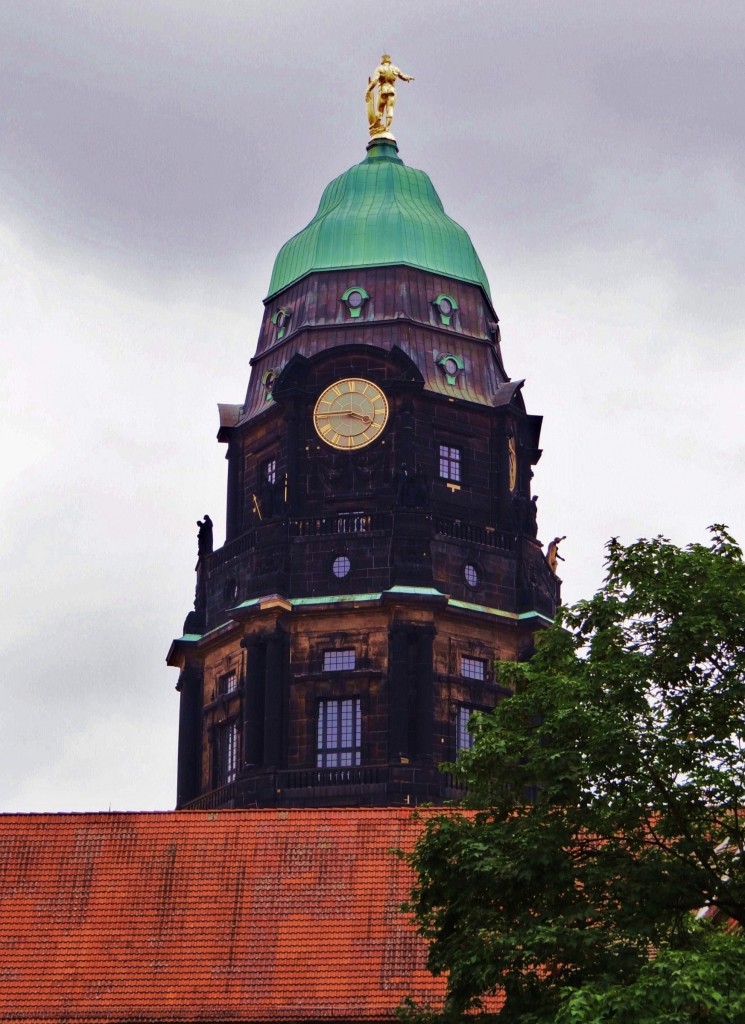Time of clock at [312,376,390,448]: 3:45
